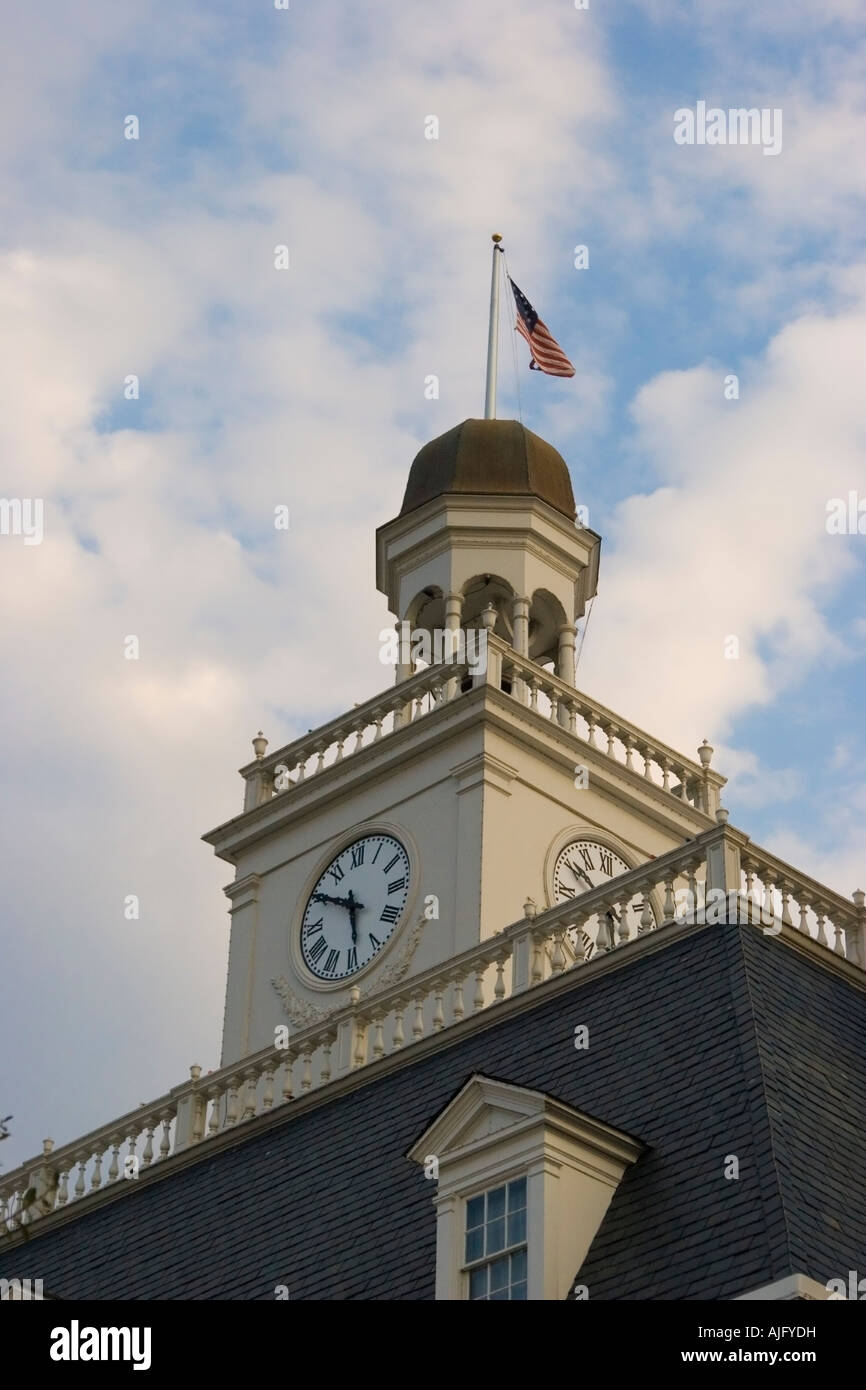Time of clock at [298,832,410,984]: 5:50
